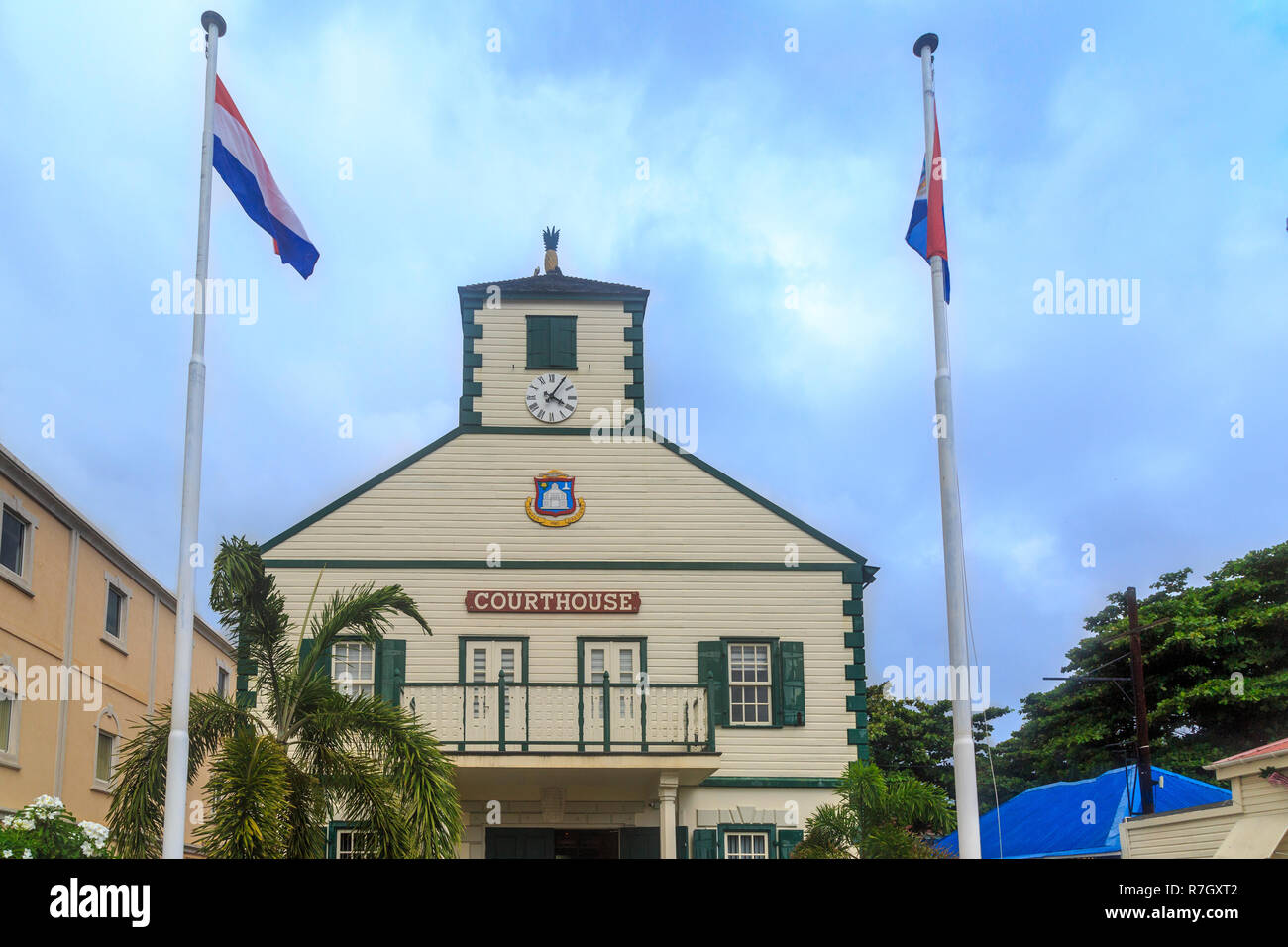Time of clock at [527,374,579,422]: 4:05
